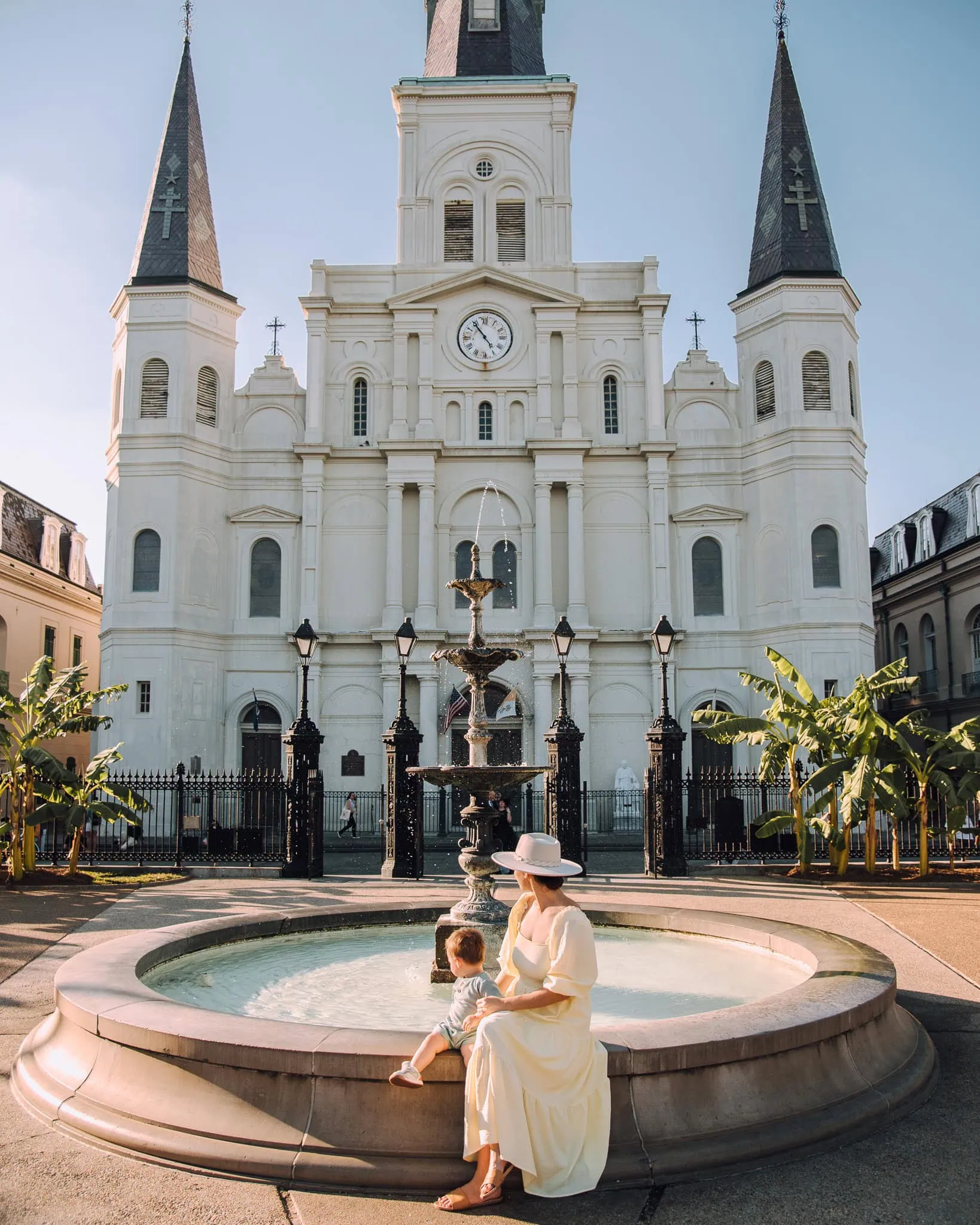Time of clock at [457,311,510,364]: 4:54
